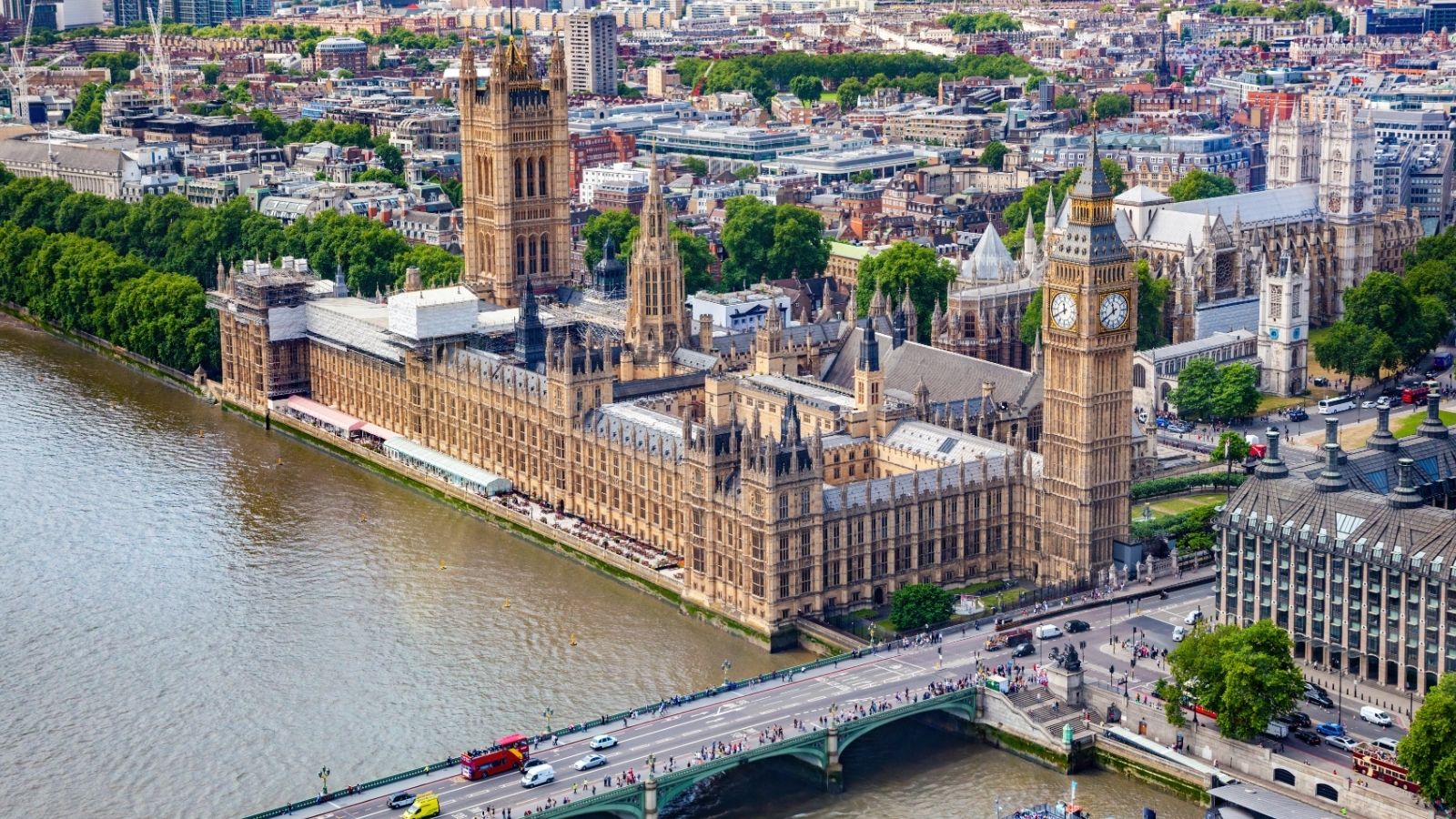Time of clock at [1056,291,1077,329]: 11:40
